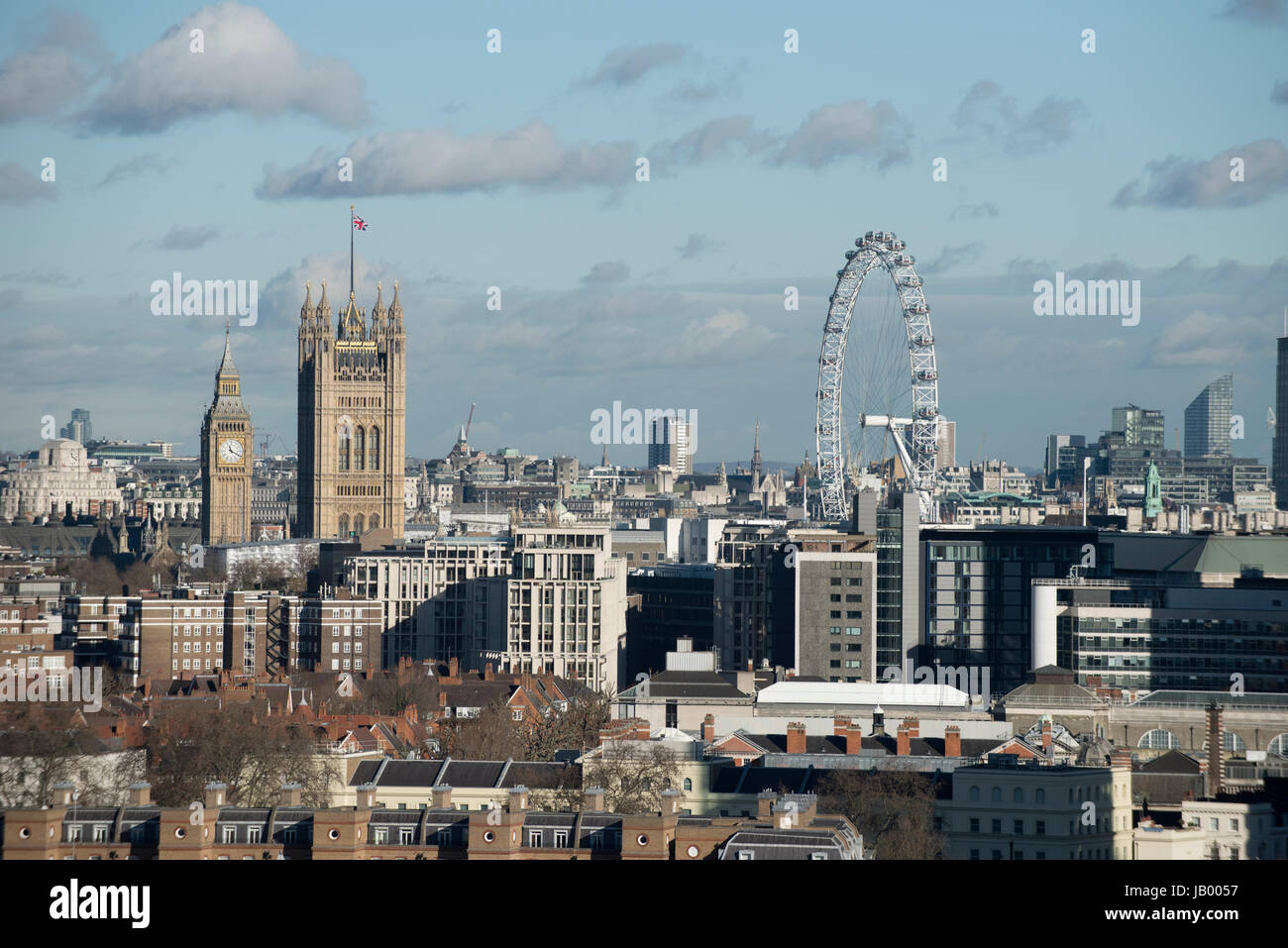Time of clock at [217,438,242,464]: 11:19
